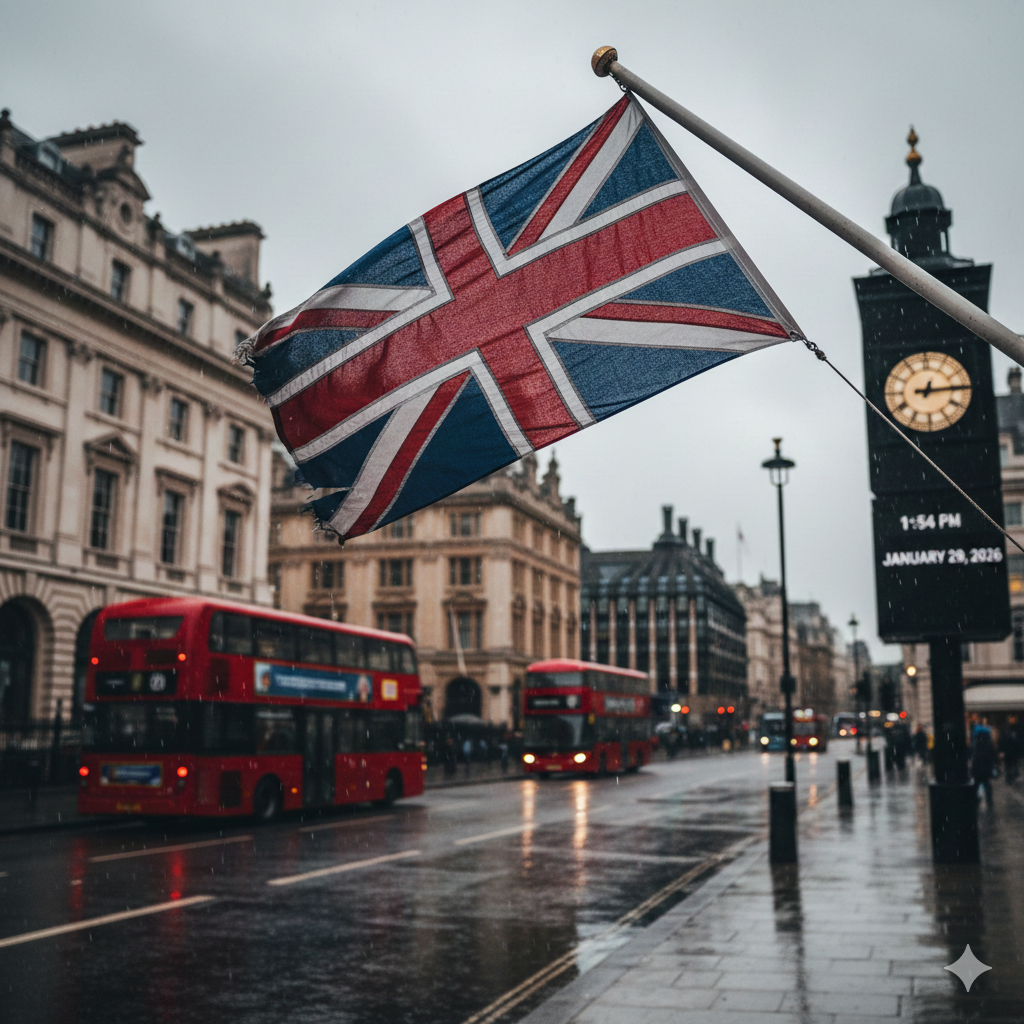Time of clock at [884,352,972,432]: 12:14
